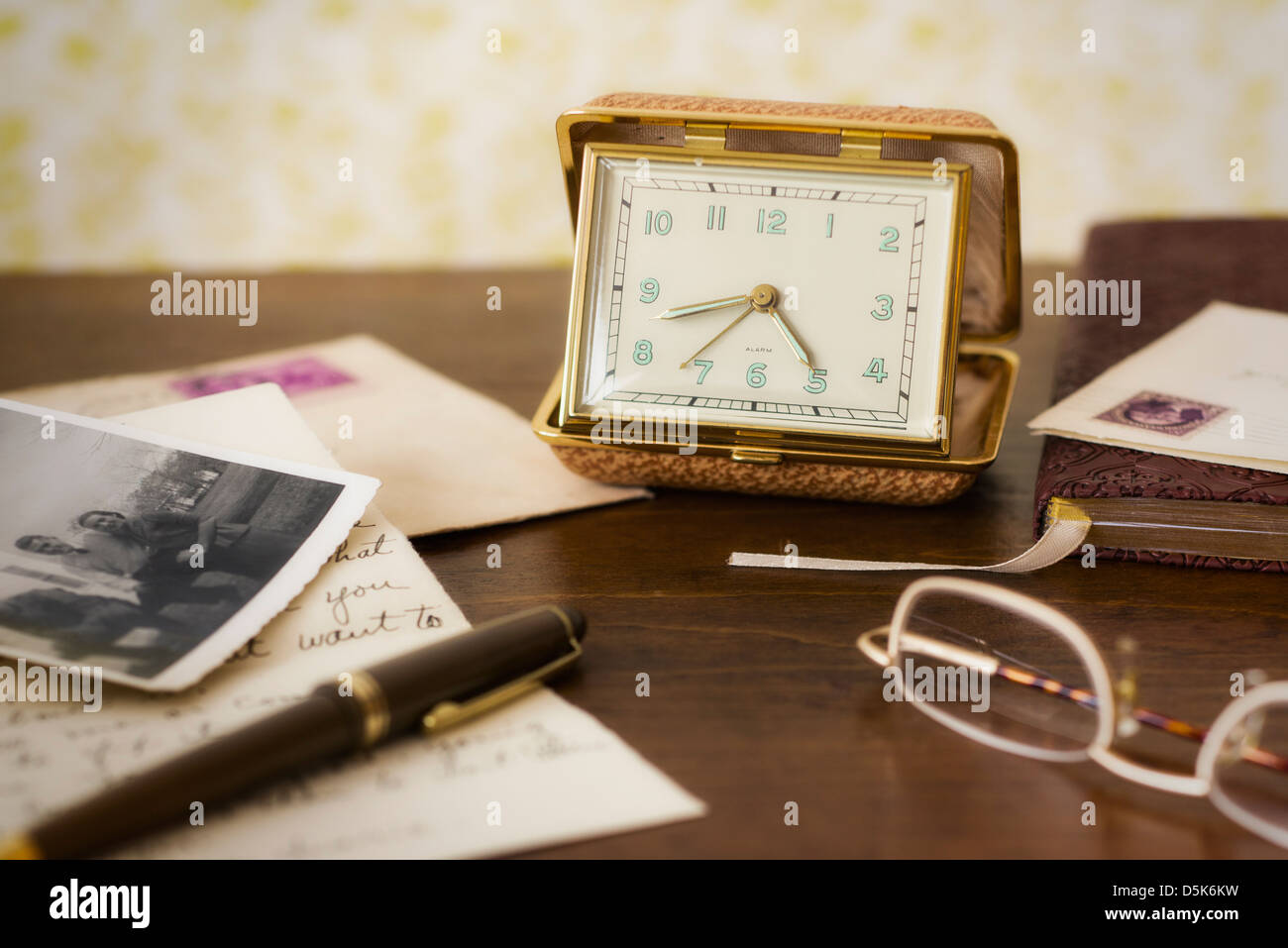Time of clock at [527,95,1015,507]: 4:42
